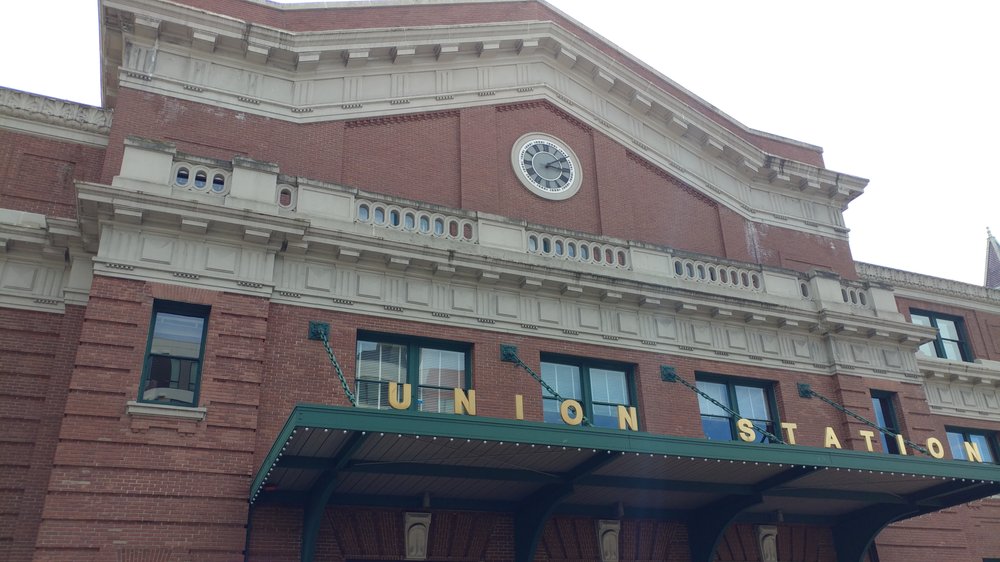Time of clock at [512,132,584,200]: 3:09
